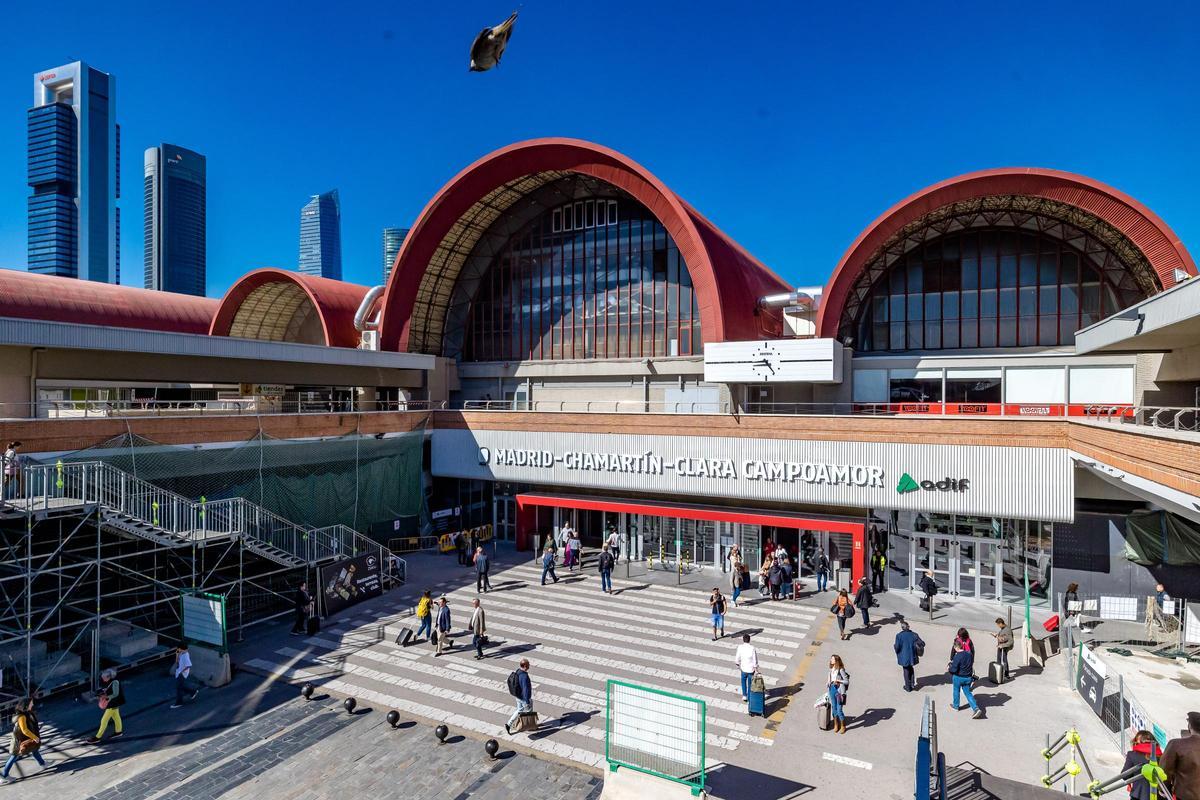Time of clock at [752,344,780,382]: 4:44
